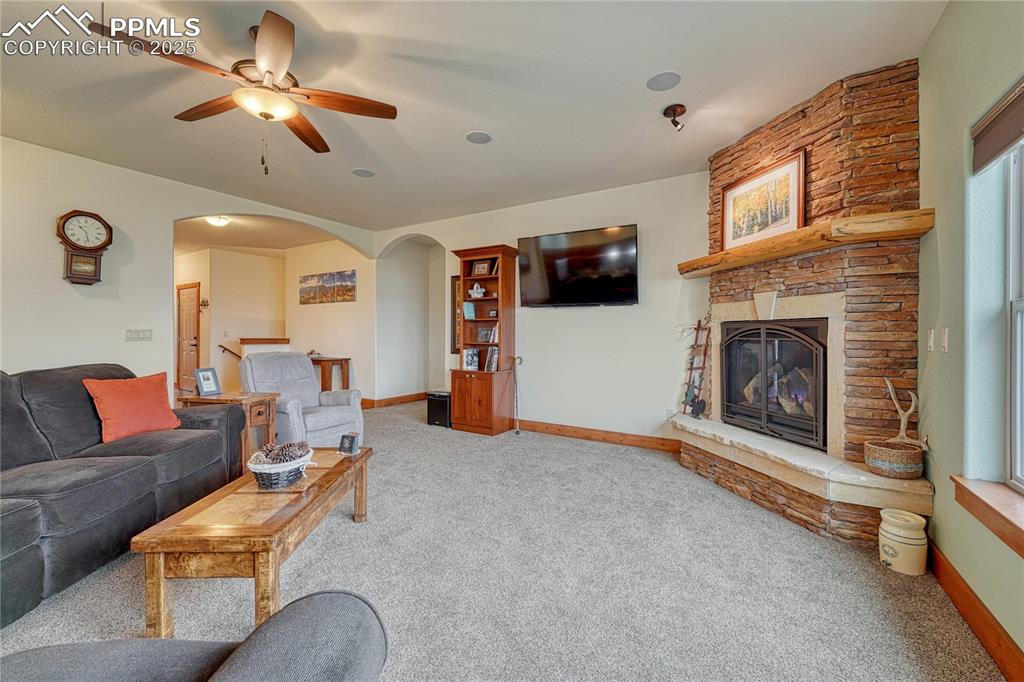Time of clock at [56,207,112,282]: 10:28
